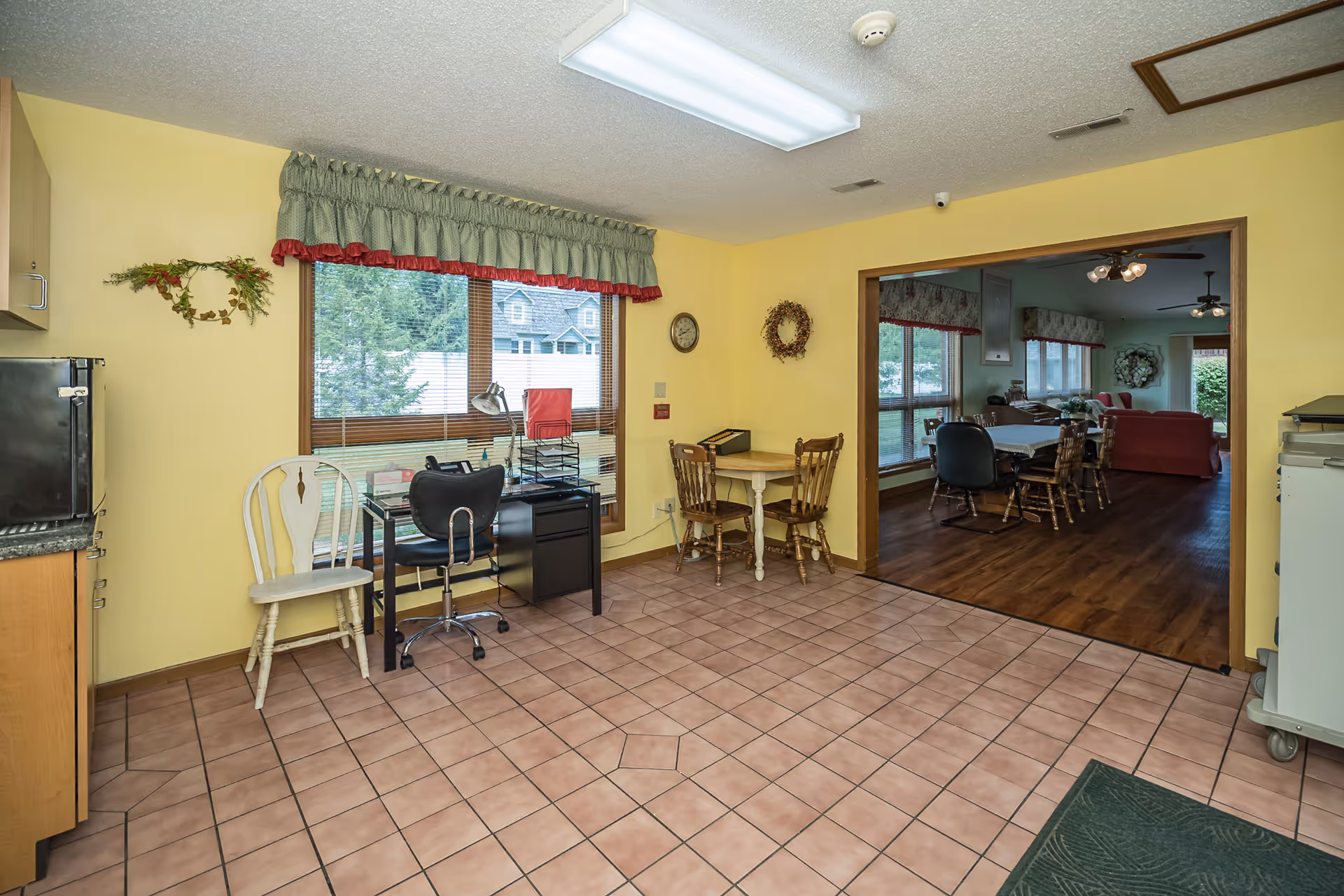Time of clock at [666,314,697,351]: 1:42
